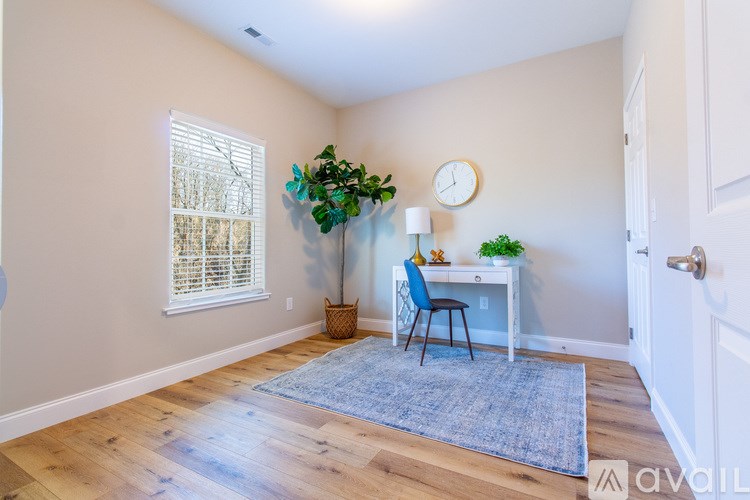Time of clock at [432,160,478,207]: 11:40
